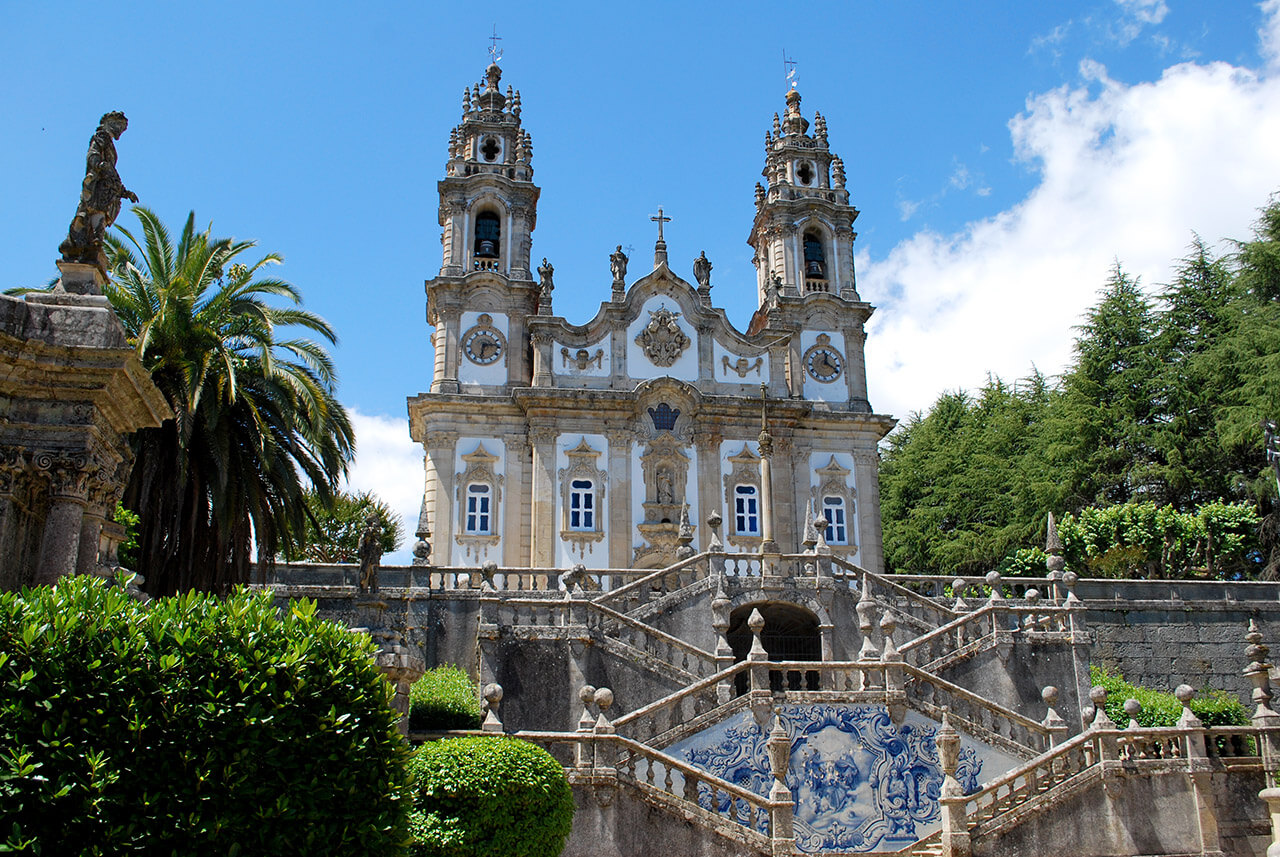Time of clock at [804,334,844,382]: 12:19
